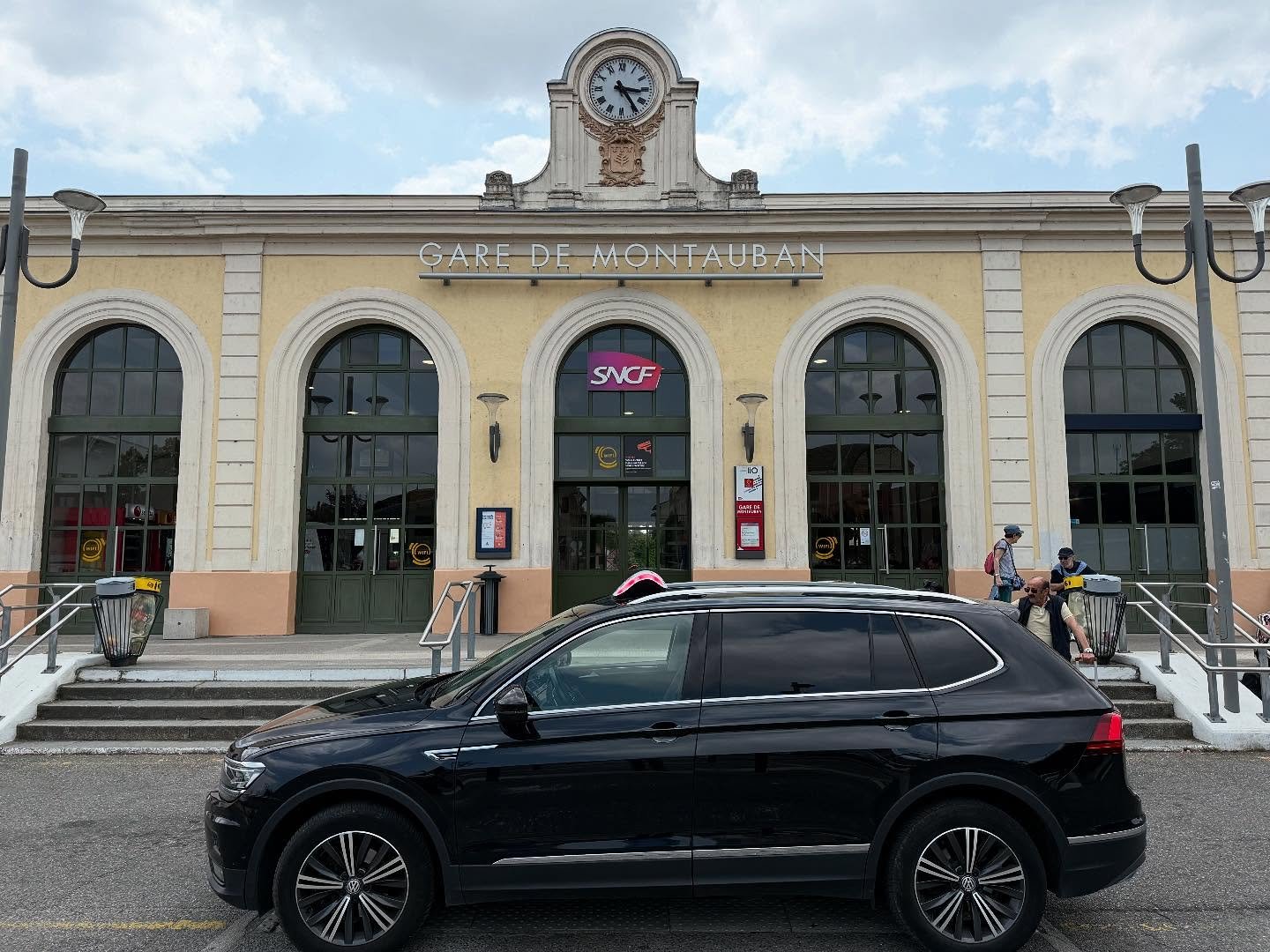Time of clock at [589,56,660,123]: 3:24
